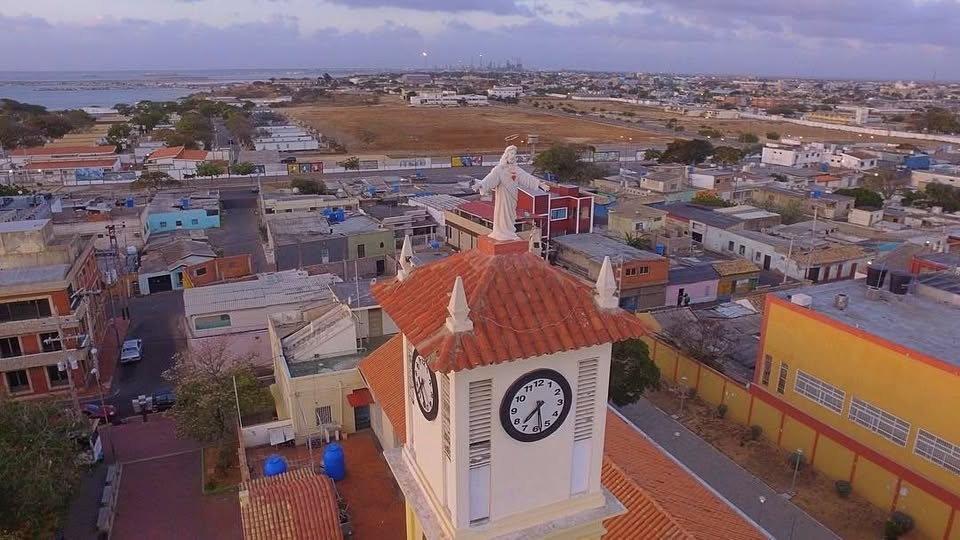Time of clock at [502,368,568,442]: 7:28
